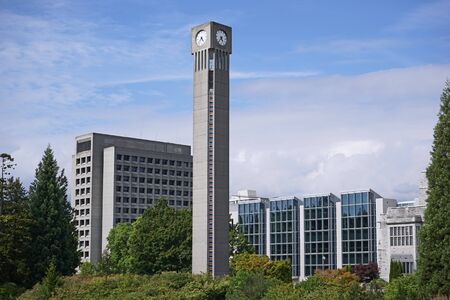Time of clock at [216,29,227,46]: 4:36
